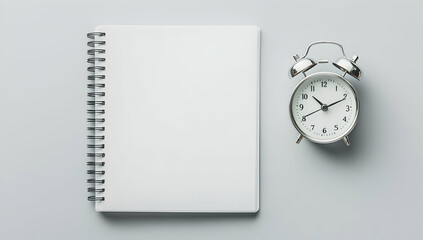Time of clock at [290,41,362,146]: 10:11
